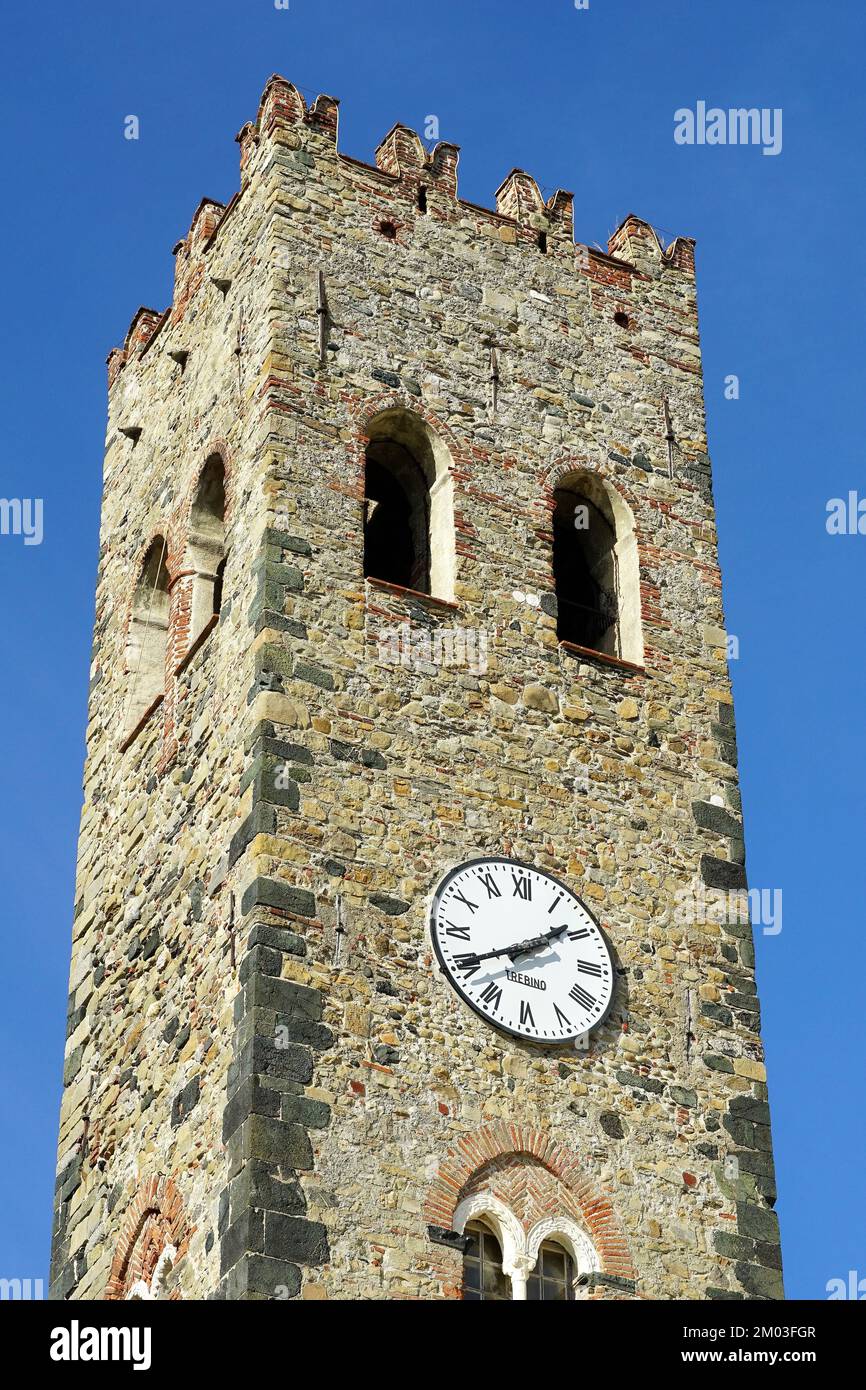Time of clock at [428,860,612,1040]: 1:40
